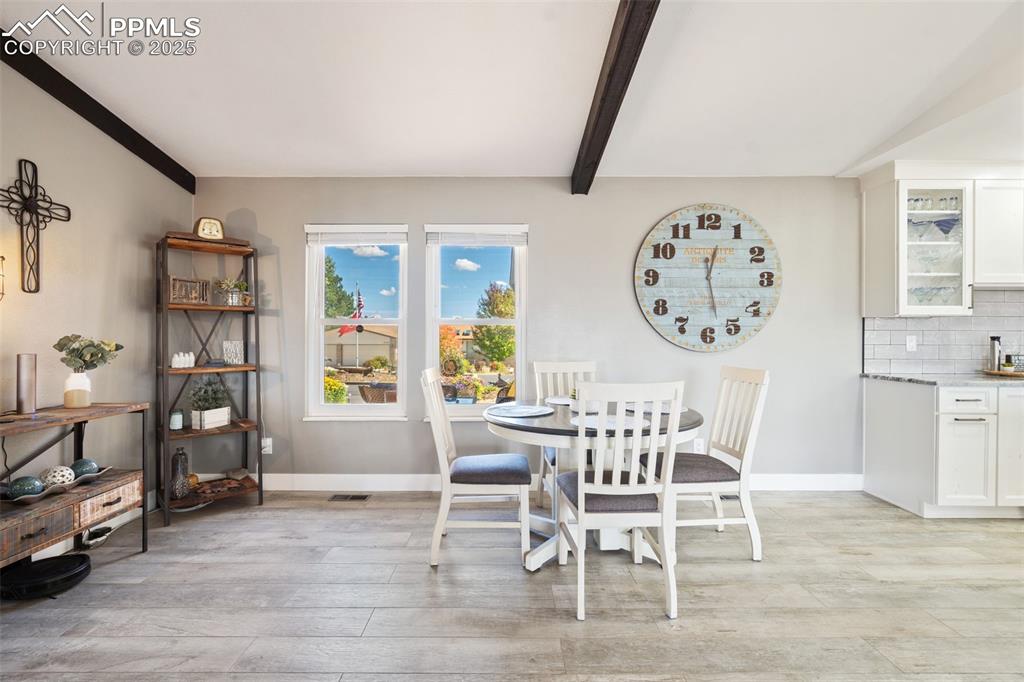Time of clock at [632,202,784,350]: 12:27
